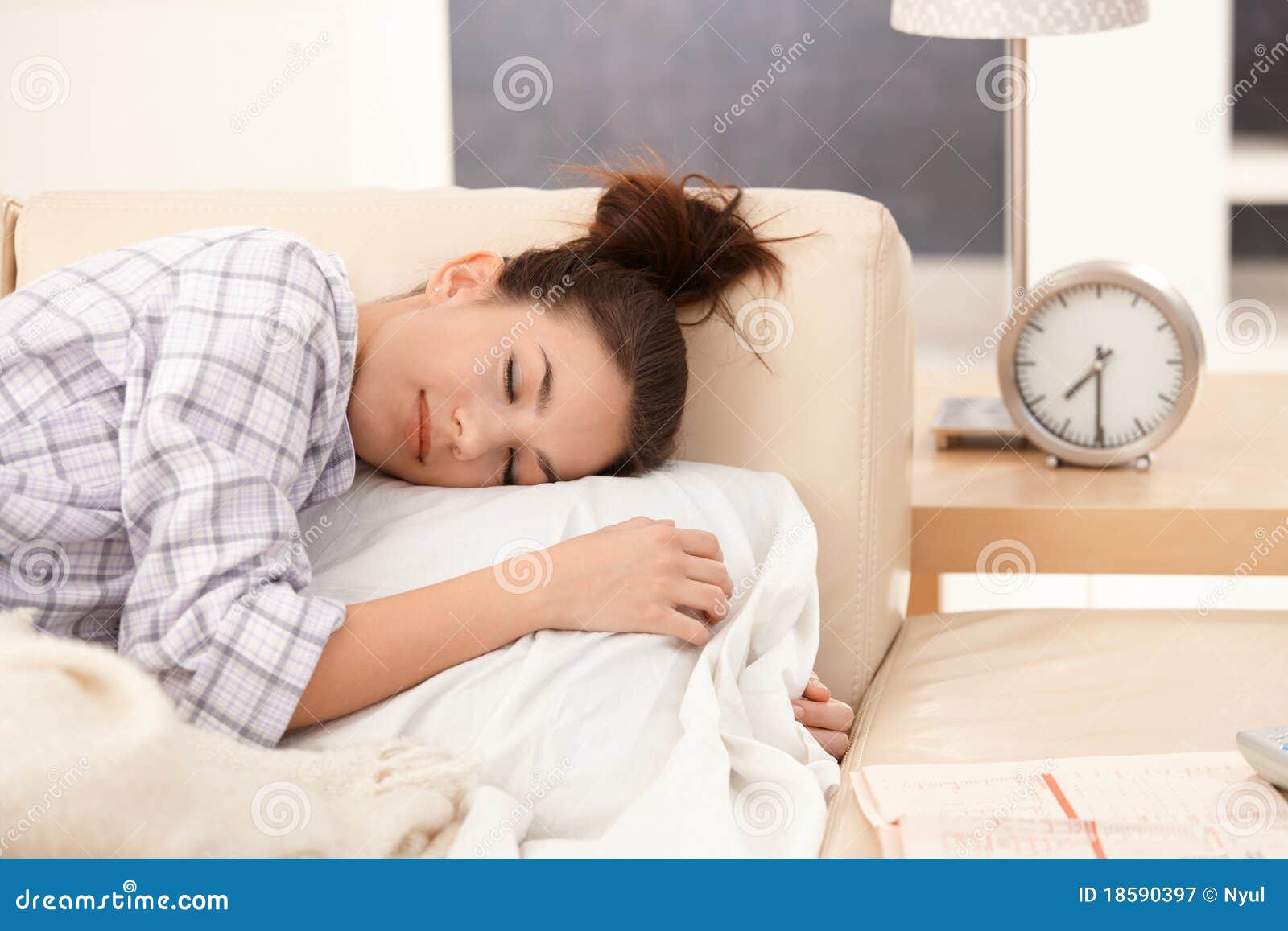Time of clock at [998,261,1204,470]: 7:30
